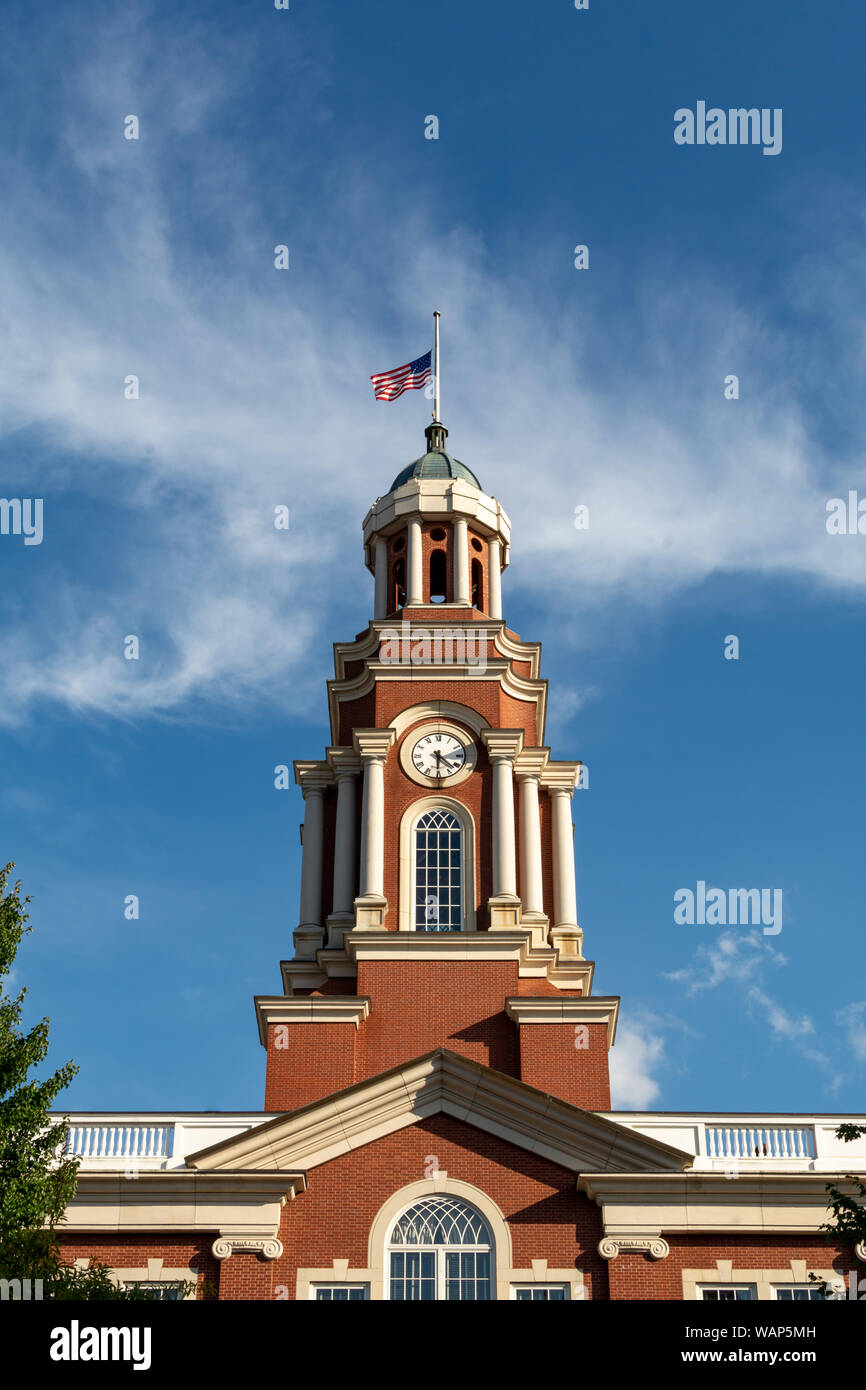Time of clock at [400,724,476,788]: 4:30
